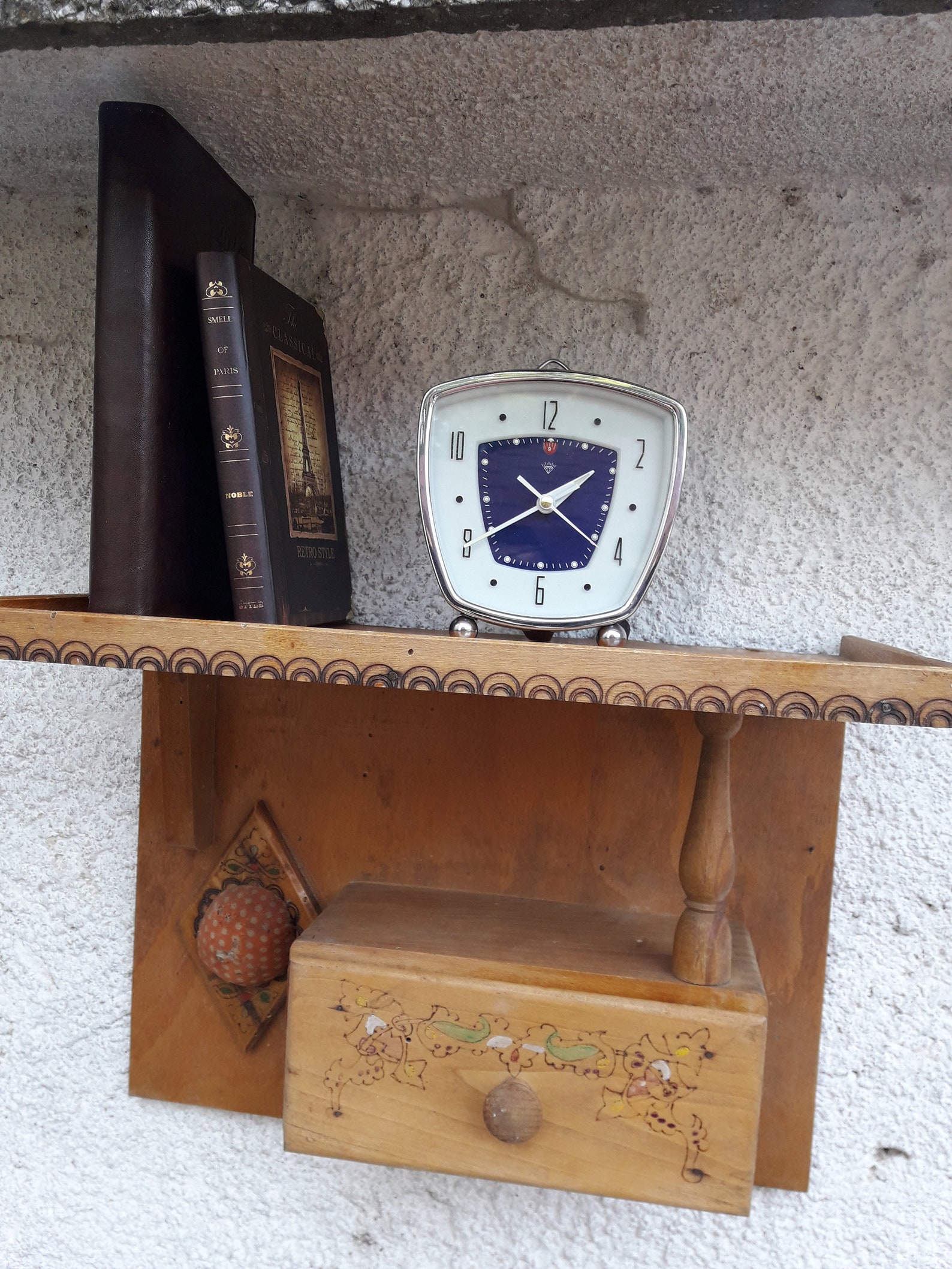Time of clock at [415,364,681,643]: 1:39
